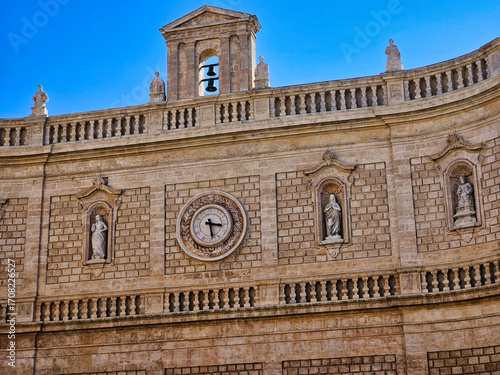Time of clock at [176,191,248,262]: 3:28
